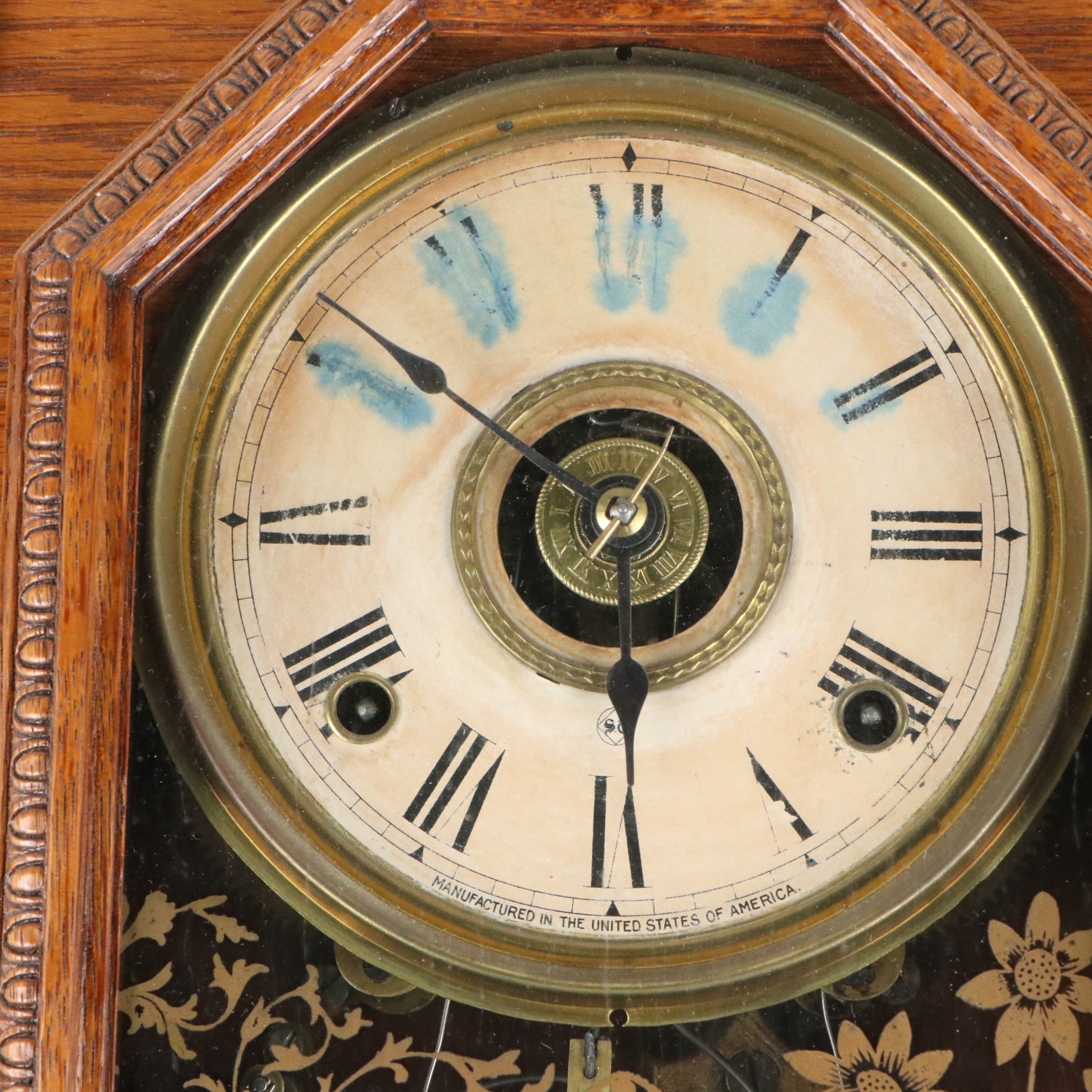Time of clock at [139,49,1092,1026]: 5:51
